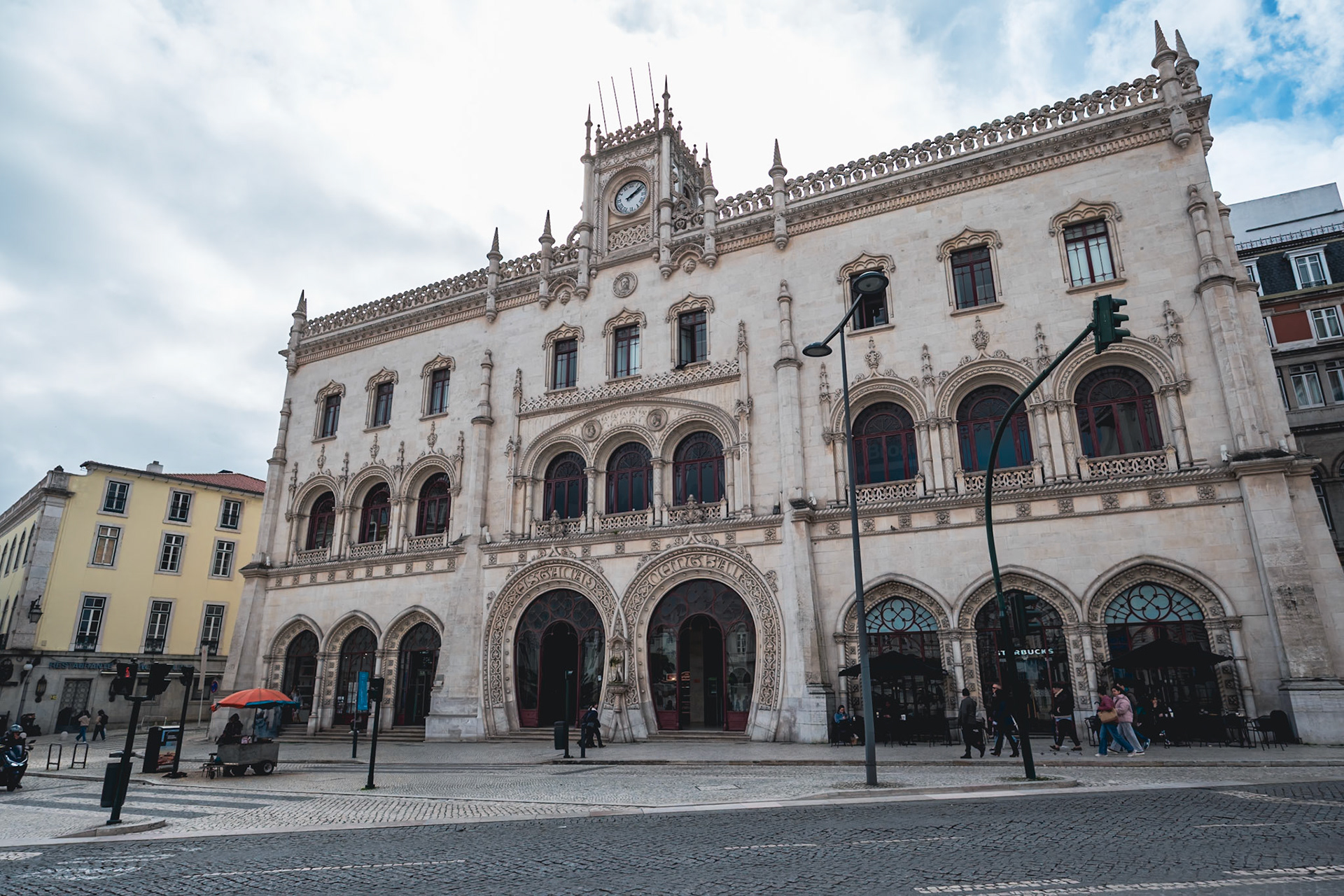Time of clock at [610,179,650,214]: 2:09
